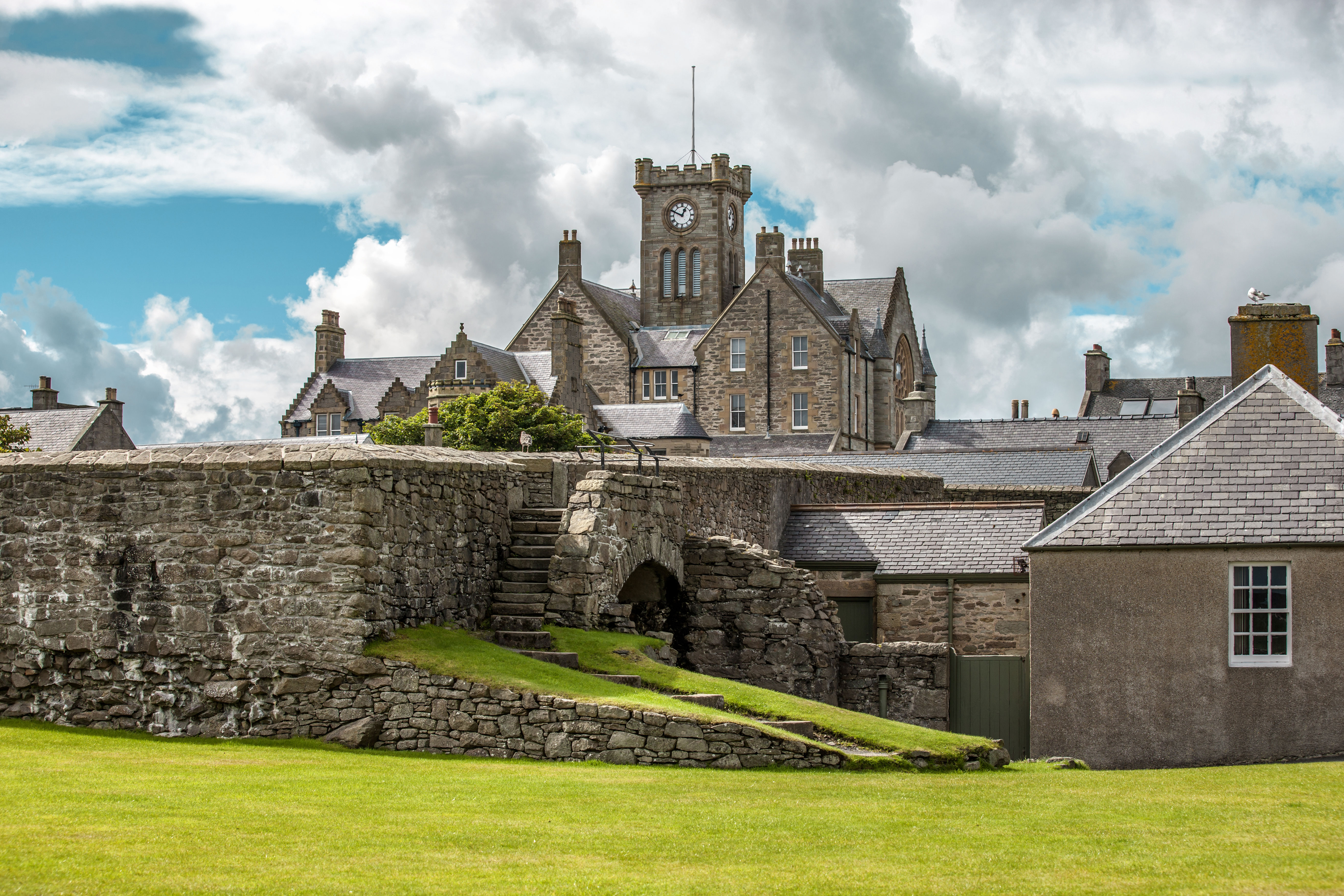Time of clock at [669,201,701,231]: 12:49
